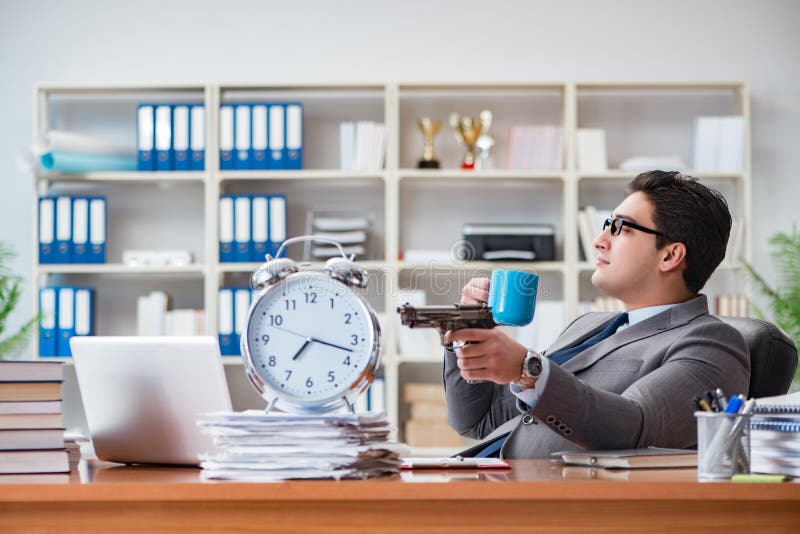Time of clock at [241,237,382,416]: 7:17
